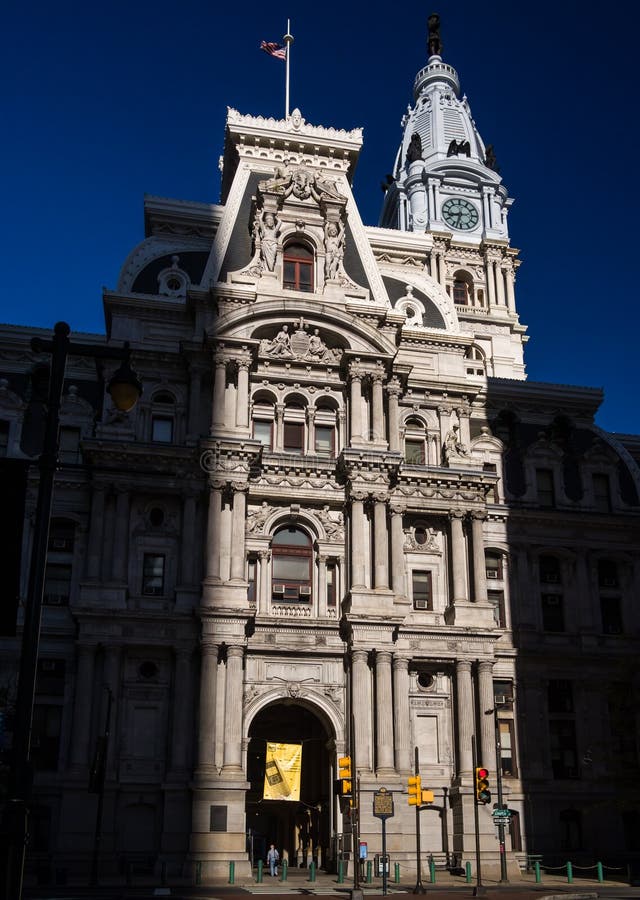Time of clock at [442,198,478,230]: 8:32
